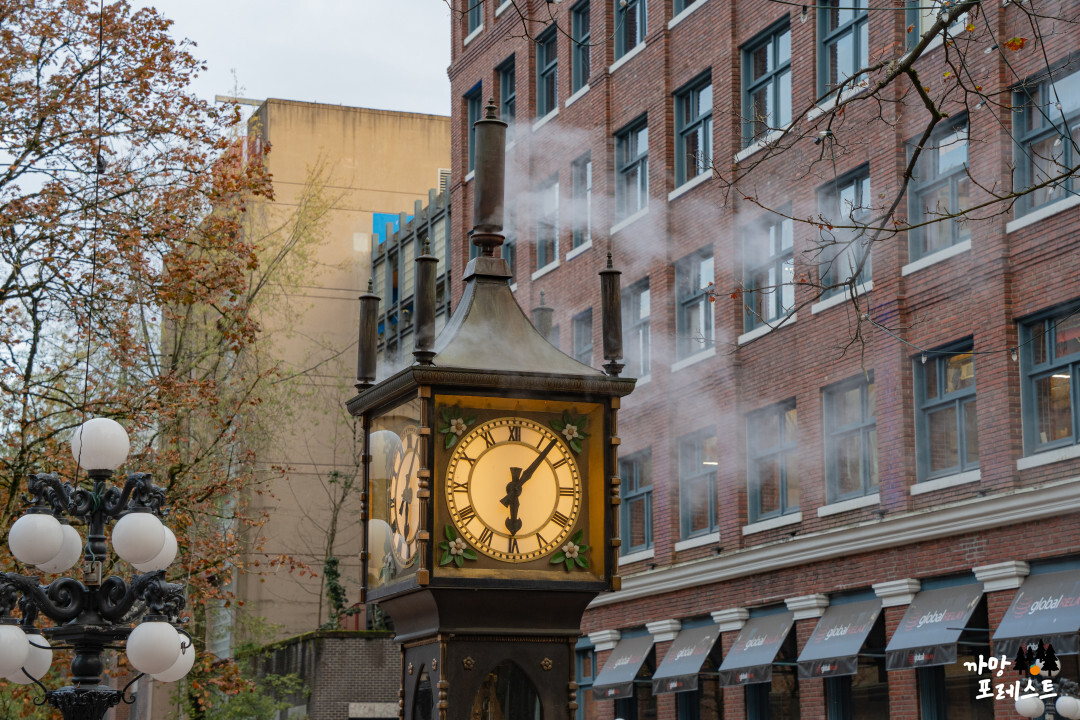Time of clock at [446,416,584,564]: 6:06
